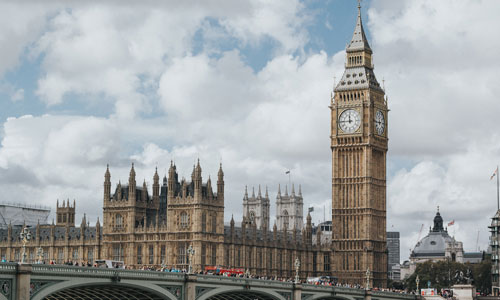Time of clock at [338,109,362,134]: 11:44
